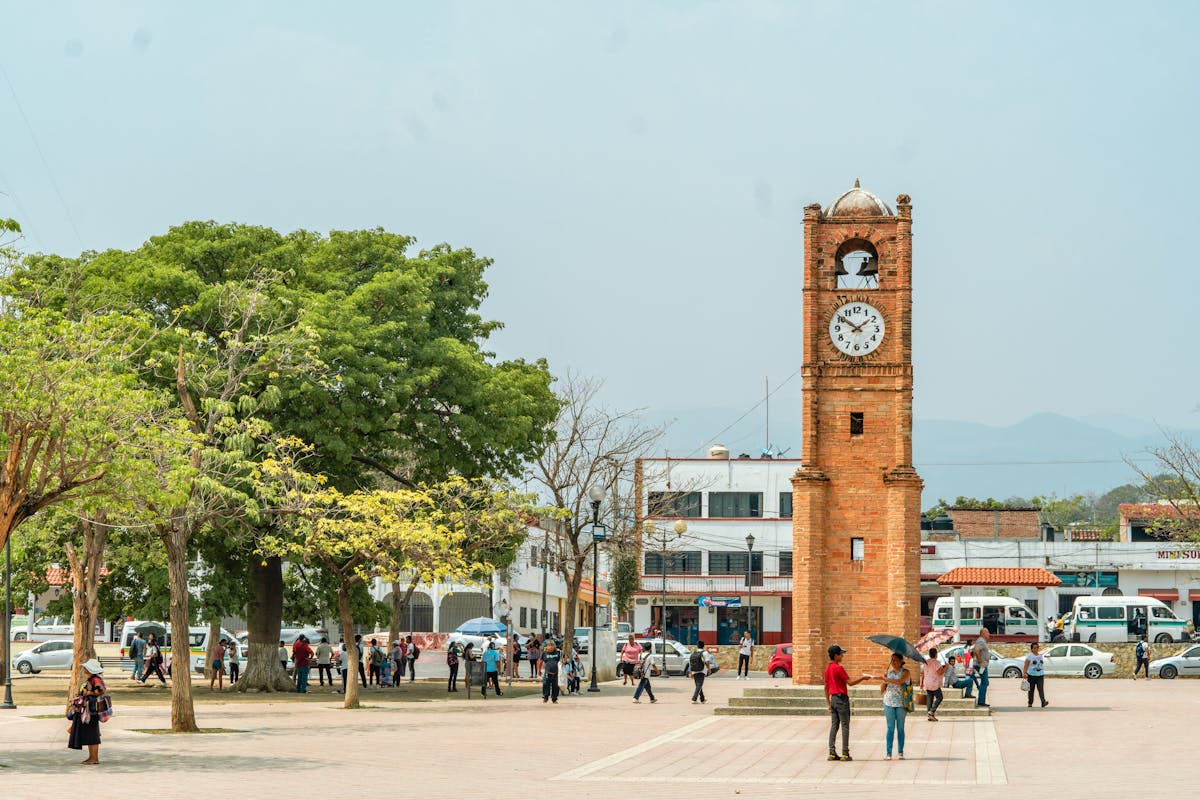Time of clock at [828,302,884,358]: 1:50
